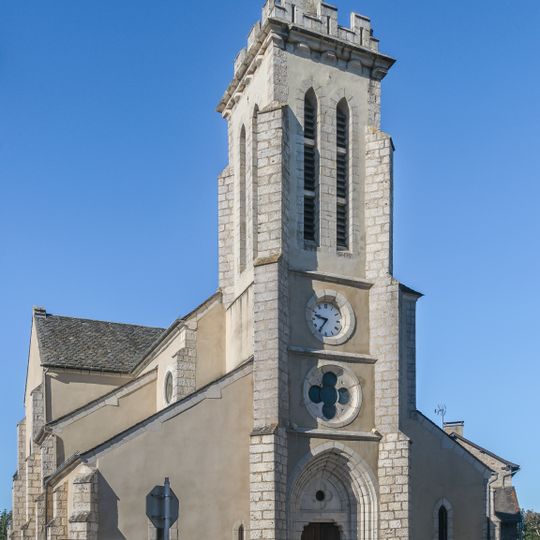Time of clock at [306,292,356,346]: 9:35
